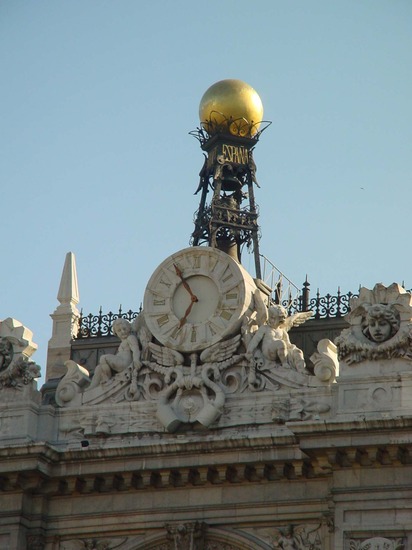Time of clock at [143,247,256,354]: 6:54
